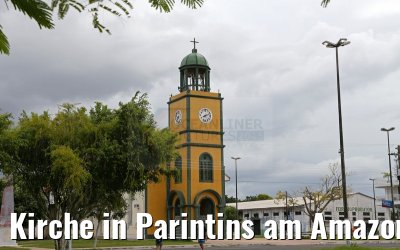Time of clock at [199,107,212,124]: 8:11
